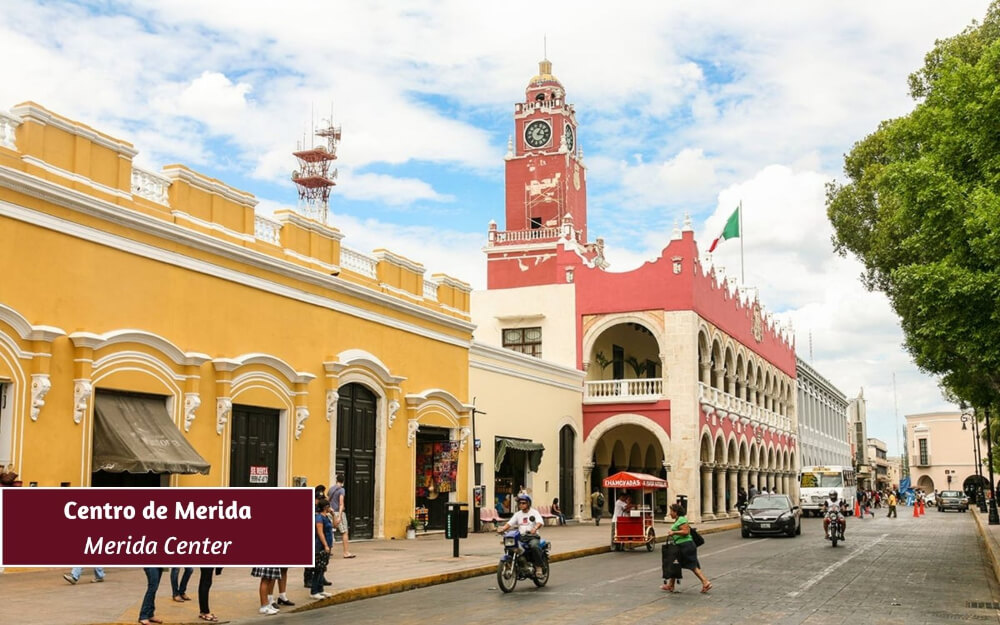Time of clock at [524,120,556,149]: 1:17
